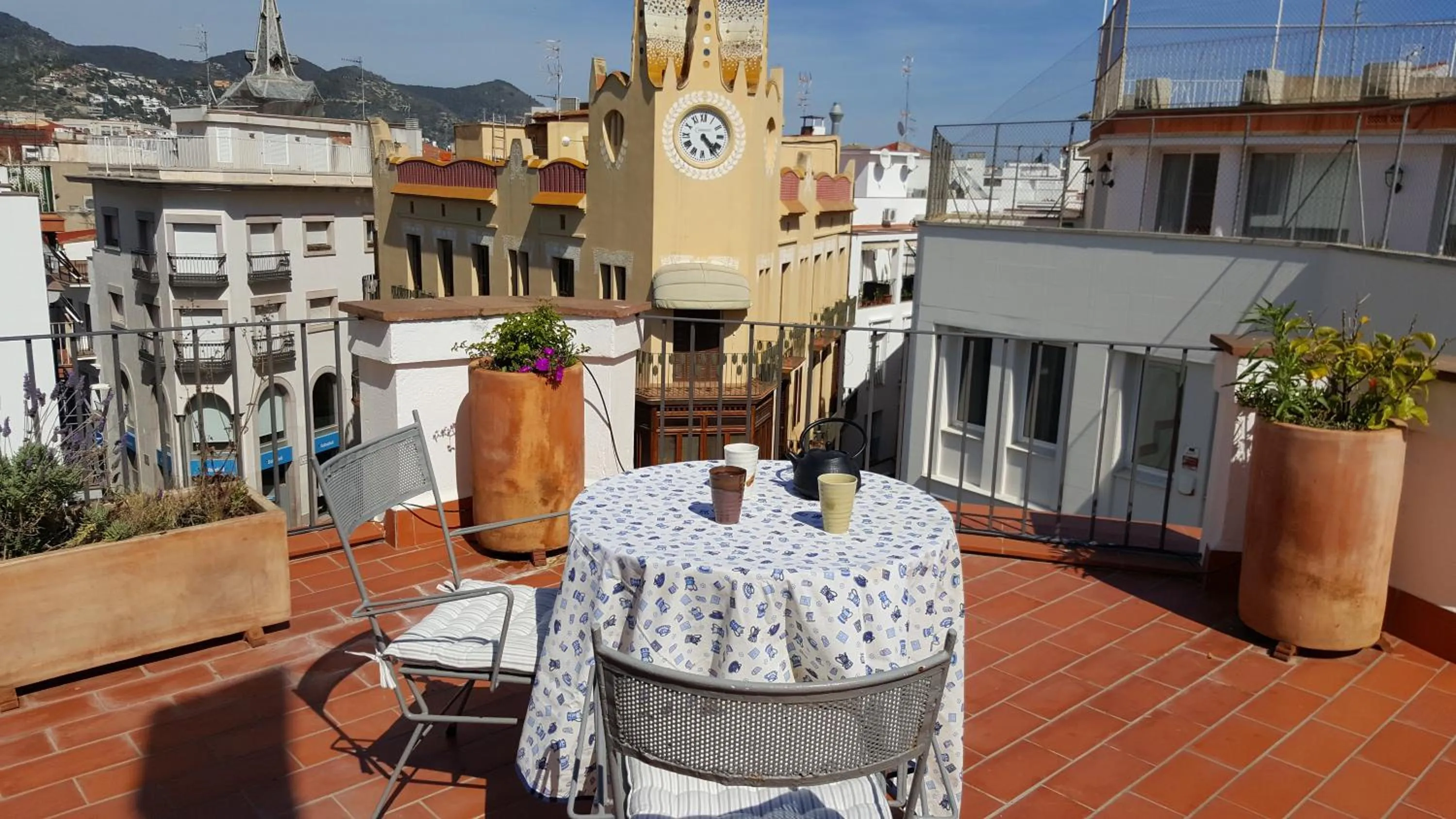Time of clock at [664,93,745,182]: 4:23
